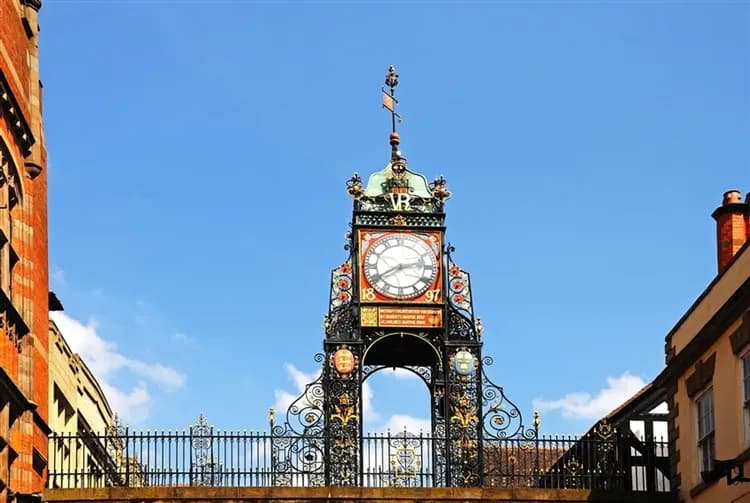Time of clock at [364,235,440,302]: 2:40
